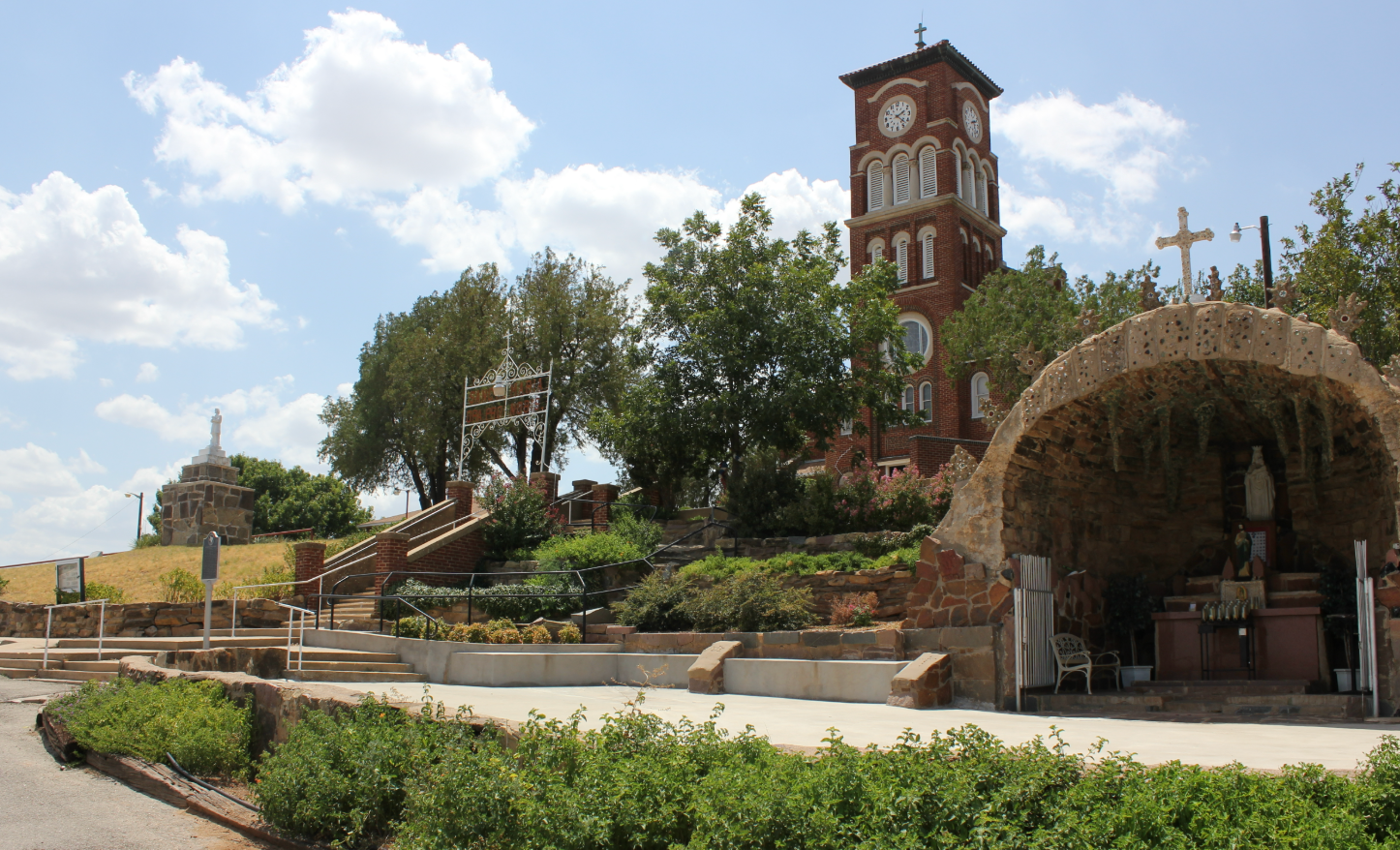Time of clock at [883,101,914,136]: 2:21
